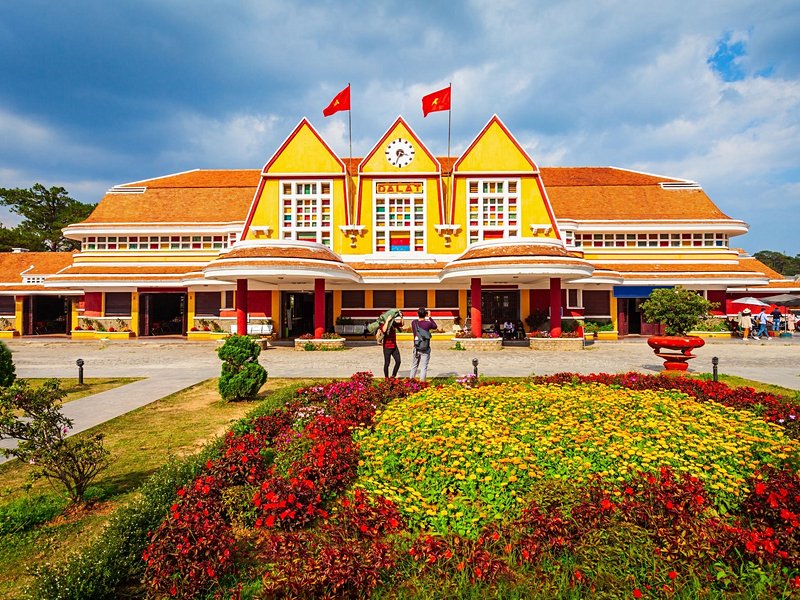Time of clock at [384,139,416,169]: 3:33
